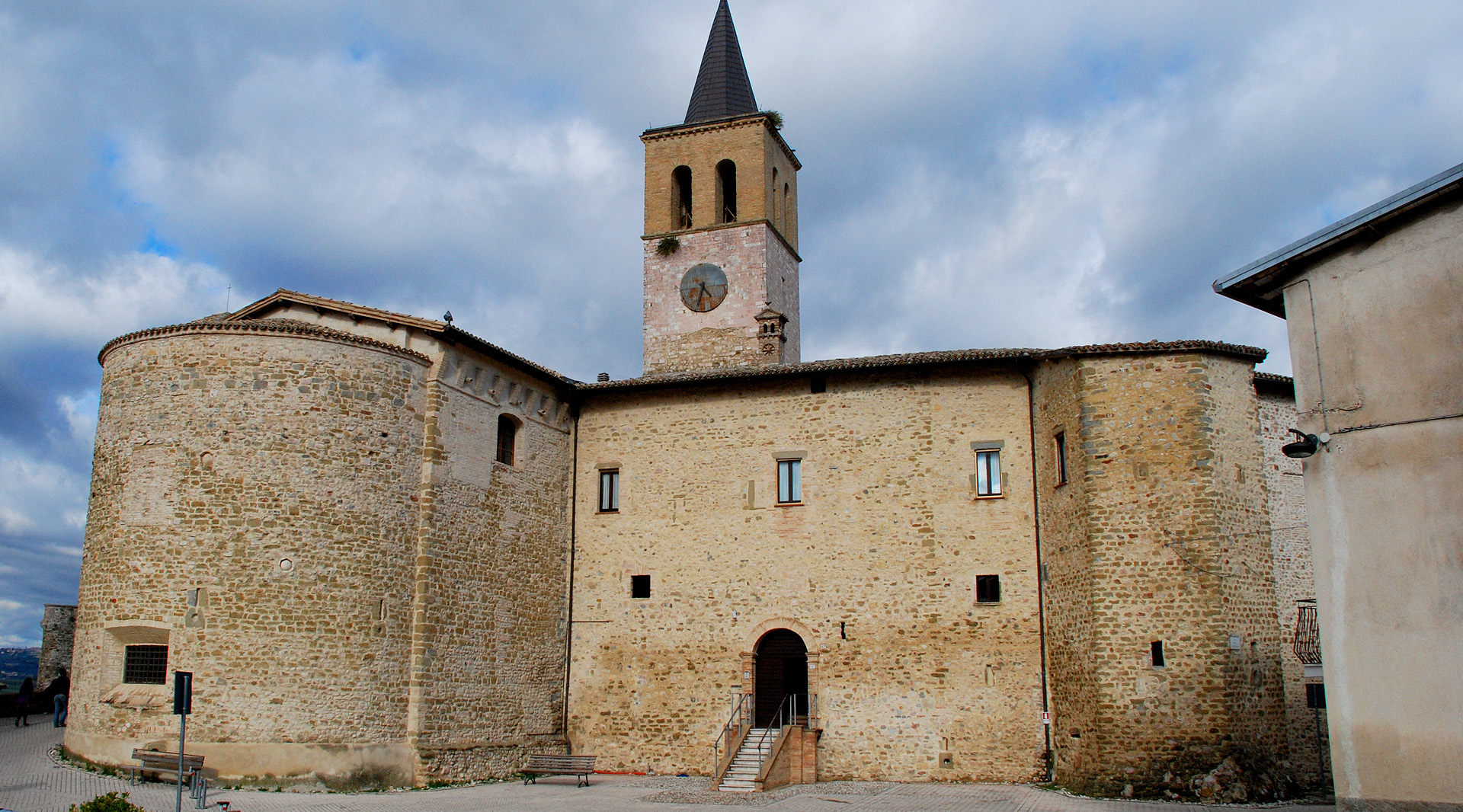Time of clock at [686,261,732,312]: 4:33
